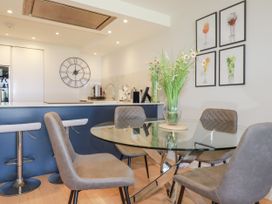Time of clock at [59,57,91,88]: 2:00
